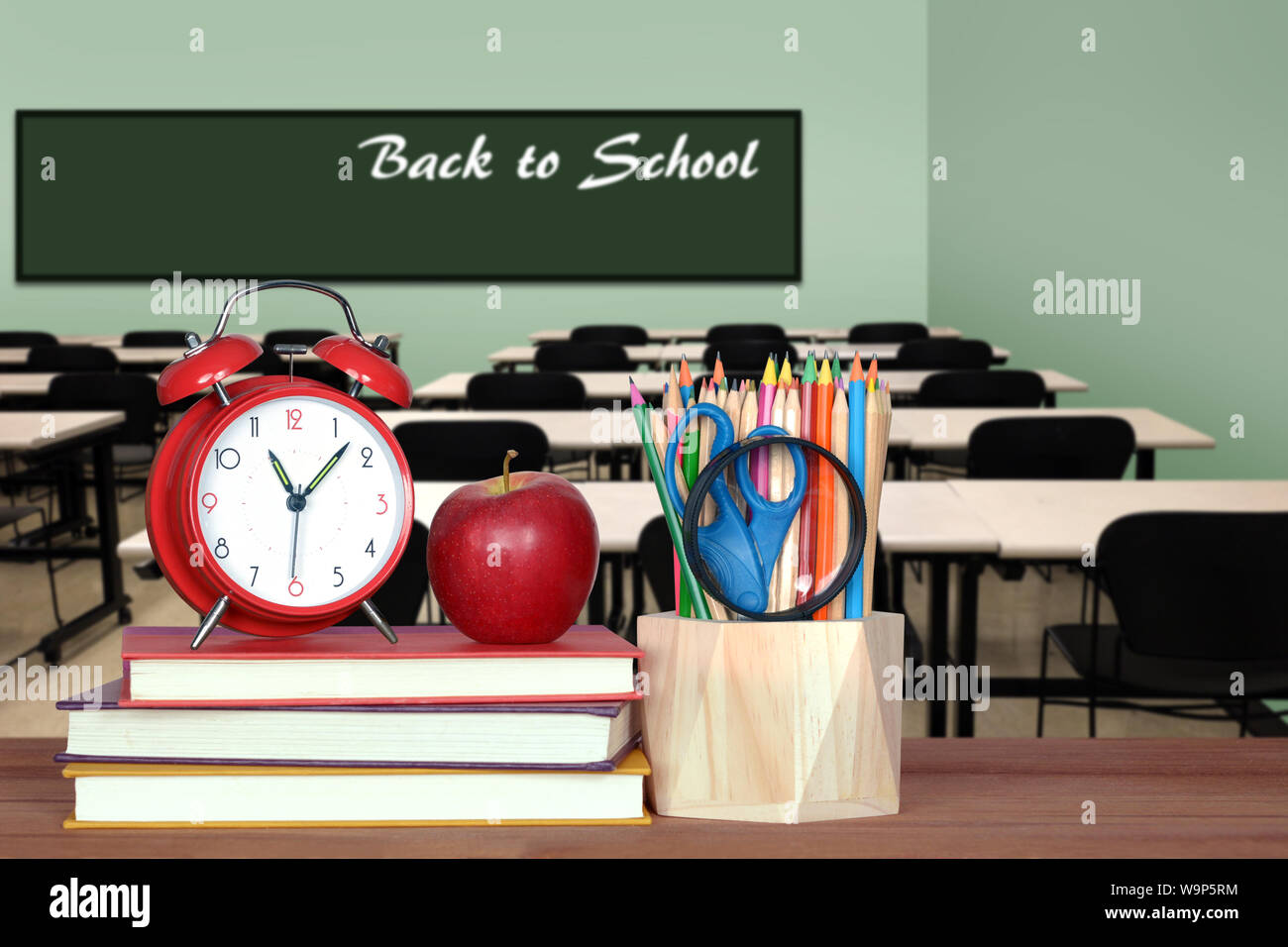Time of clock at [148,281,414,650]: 11:07
